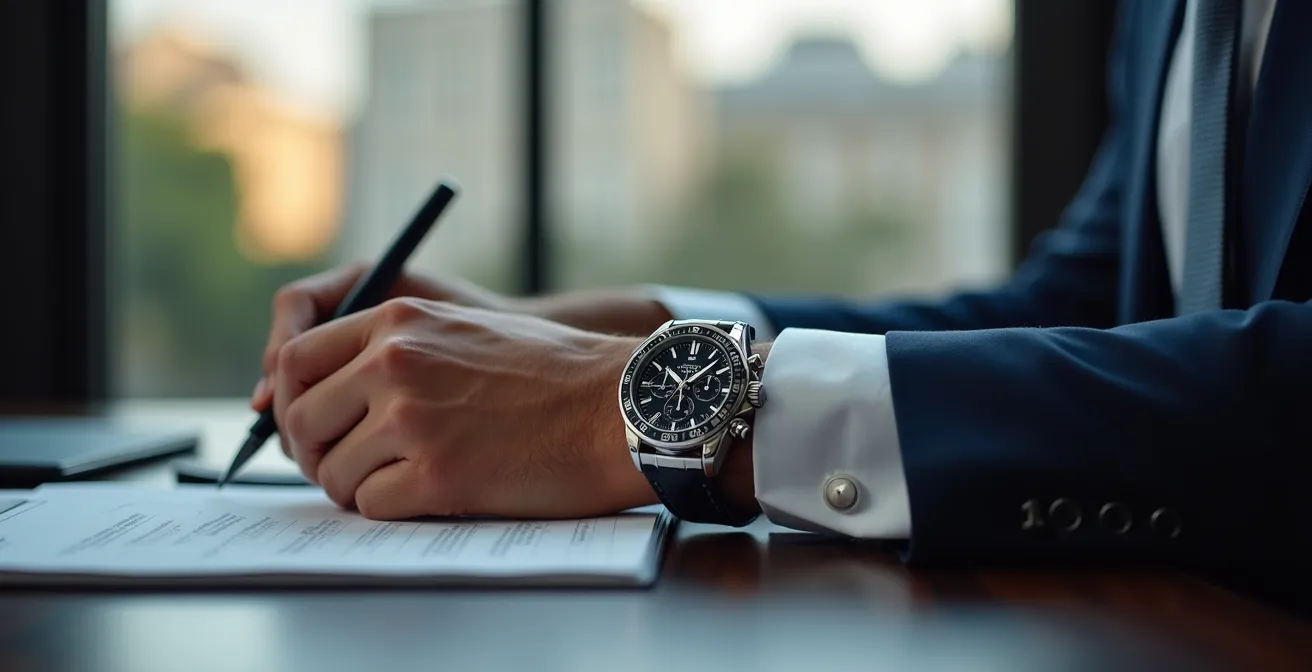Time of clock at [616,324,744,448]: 10:07
